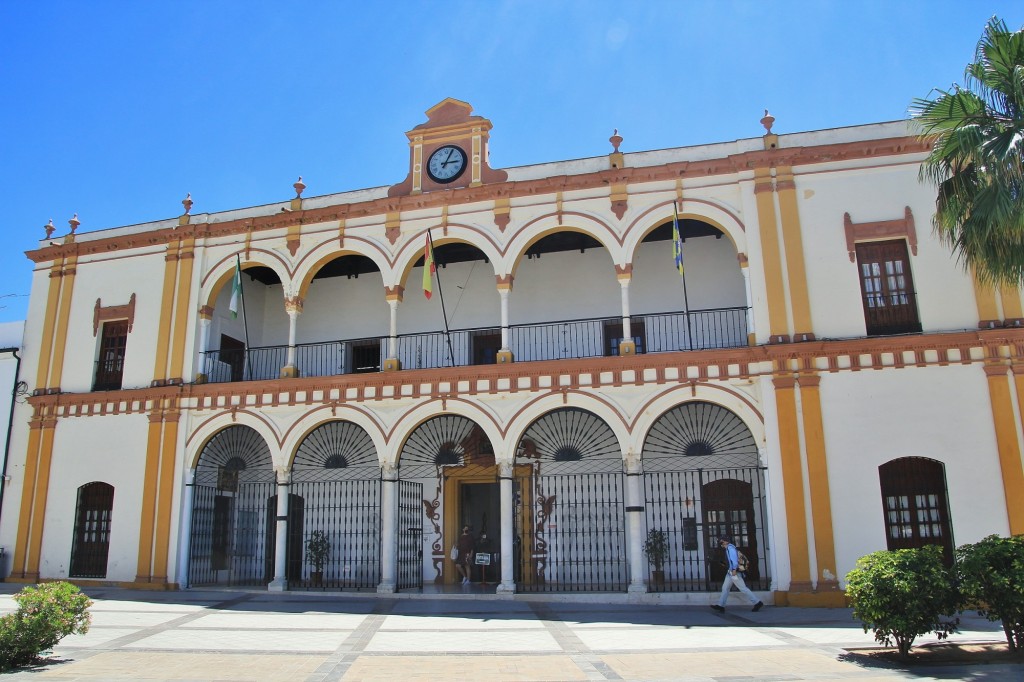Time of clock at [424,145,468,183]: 3:04
